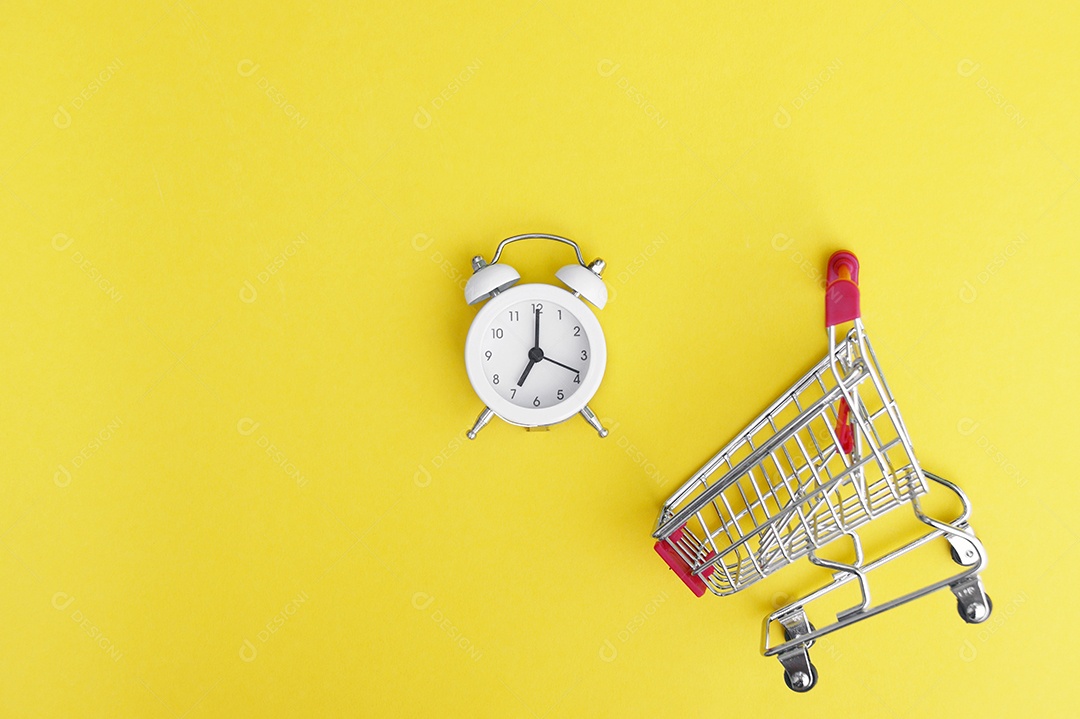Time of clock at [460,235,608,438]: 7:00
